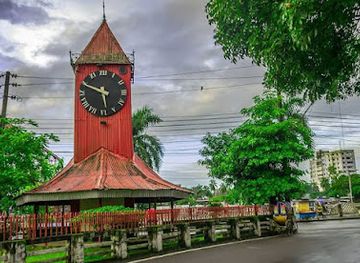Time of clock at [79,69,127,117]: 5:48
